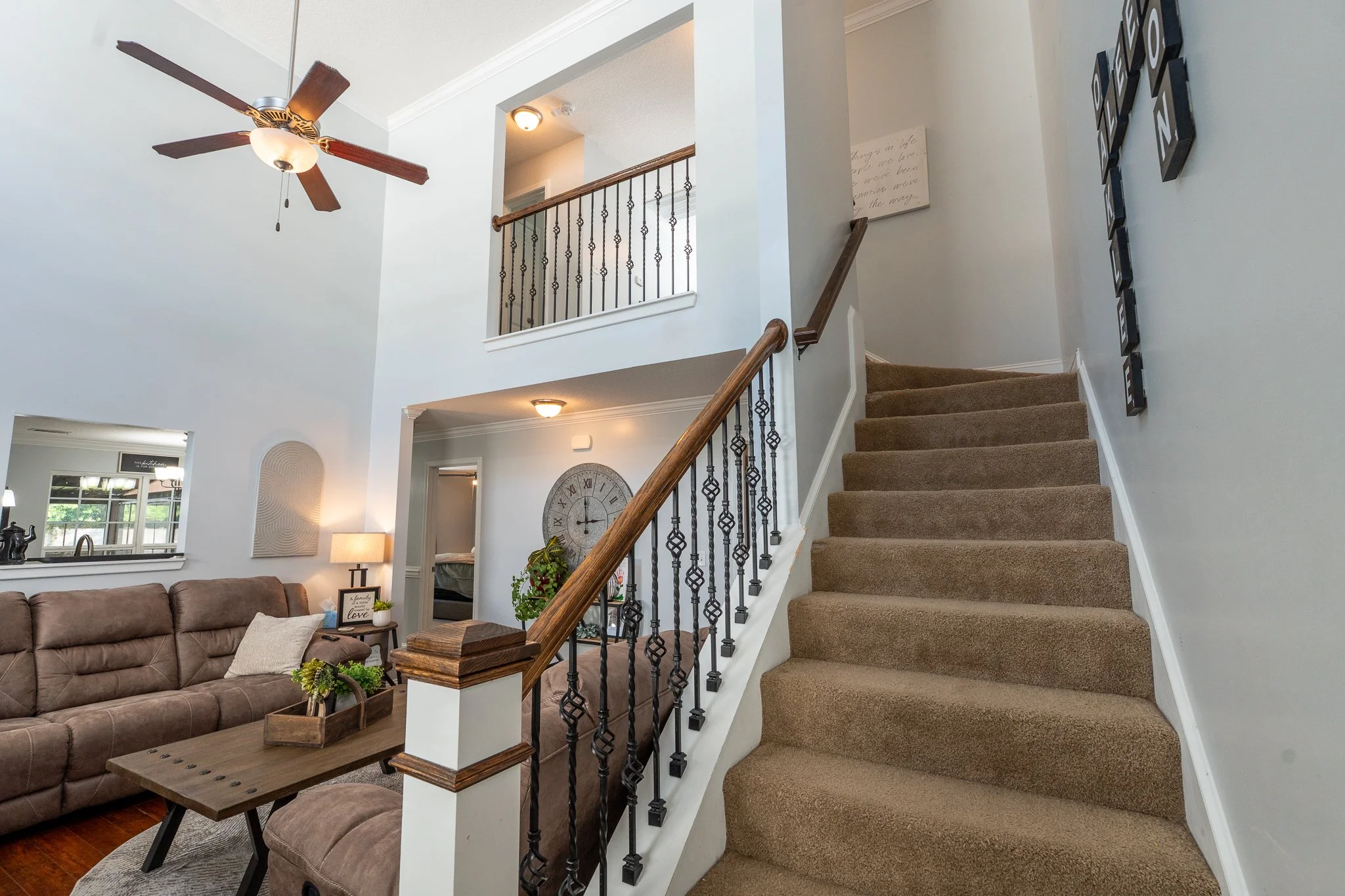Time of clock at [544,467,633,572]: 2:58
